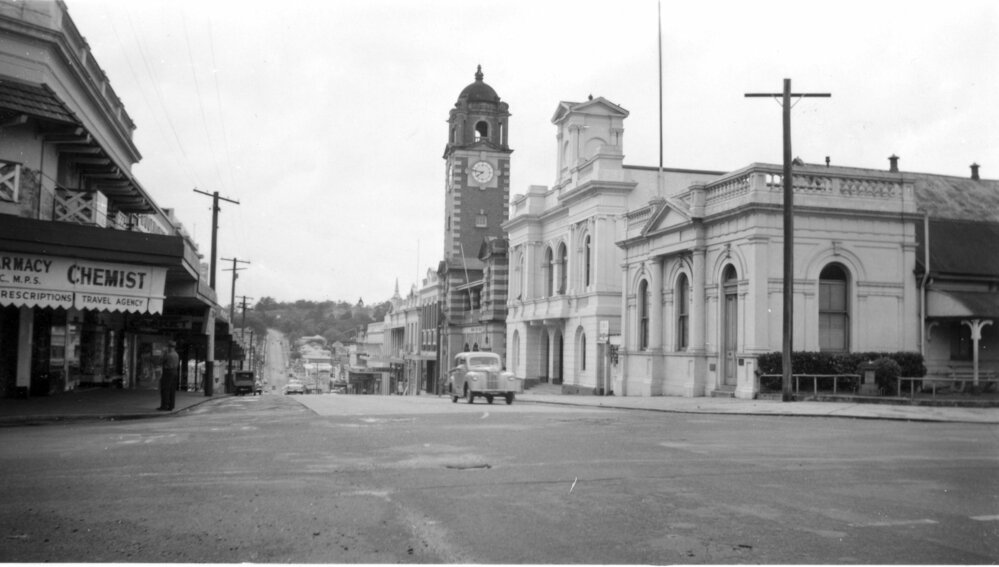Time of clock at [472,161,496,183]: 7:46
